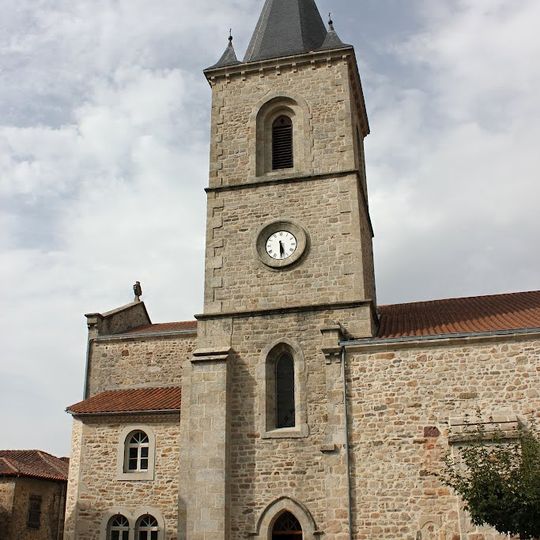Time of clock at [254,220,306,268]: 5:29
